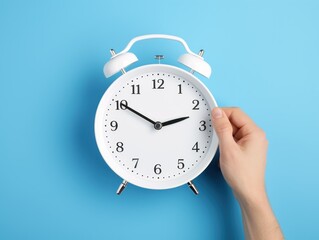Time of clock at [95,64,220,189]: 2:50
